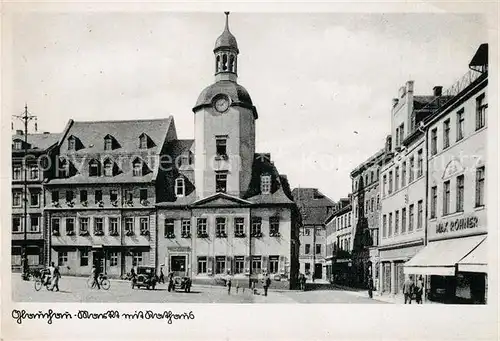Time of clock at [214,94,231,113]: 9:07
